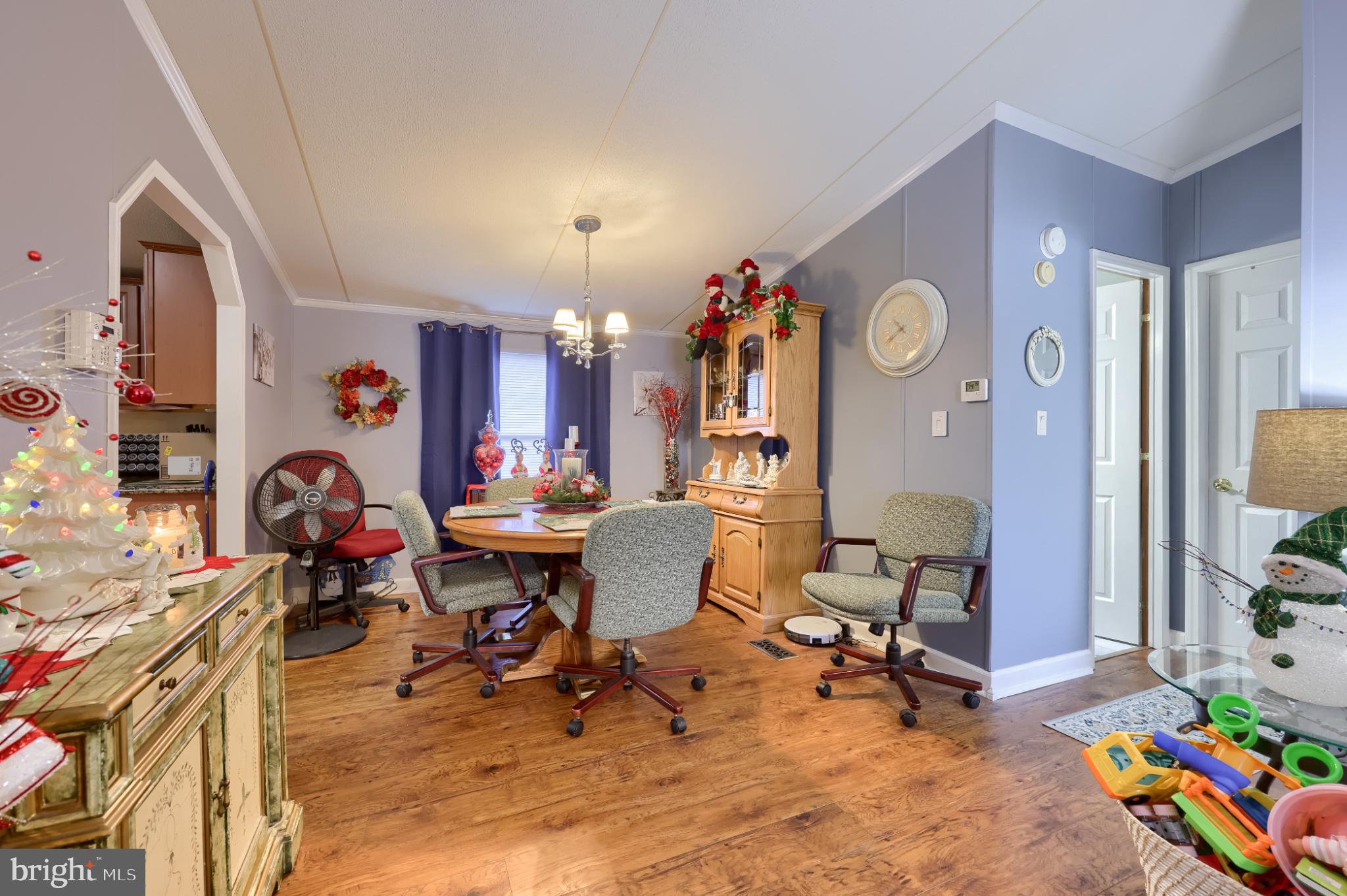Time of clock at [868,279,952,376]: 10:39
